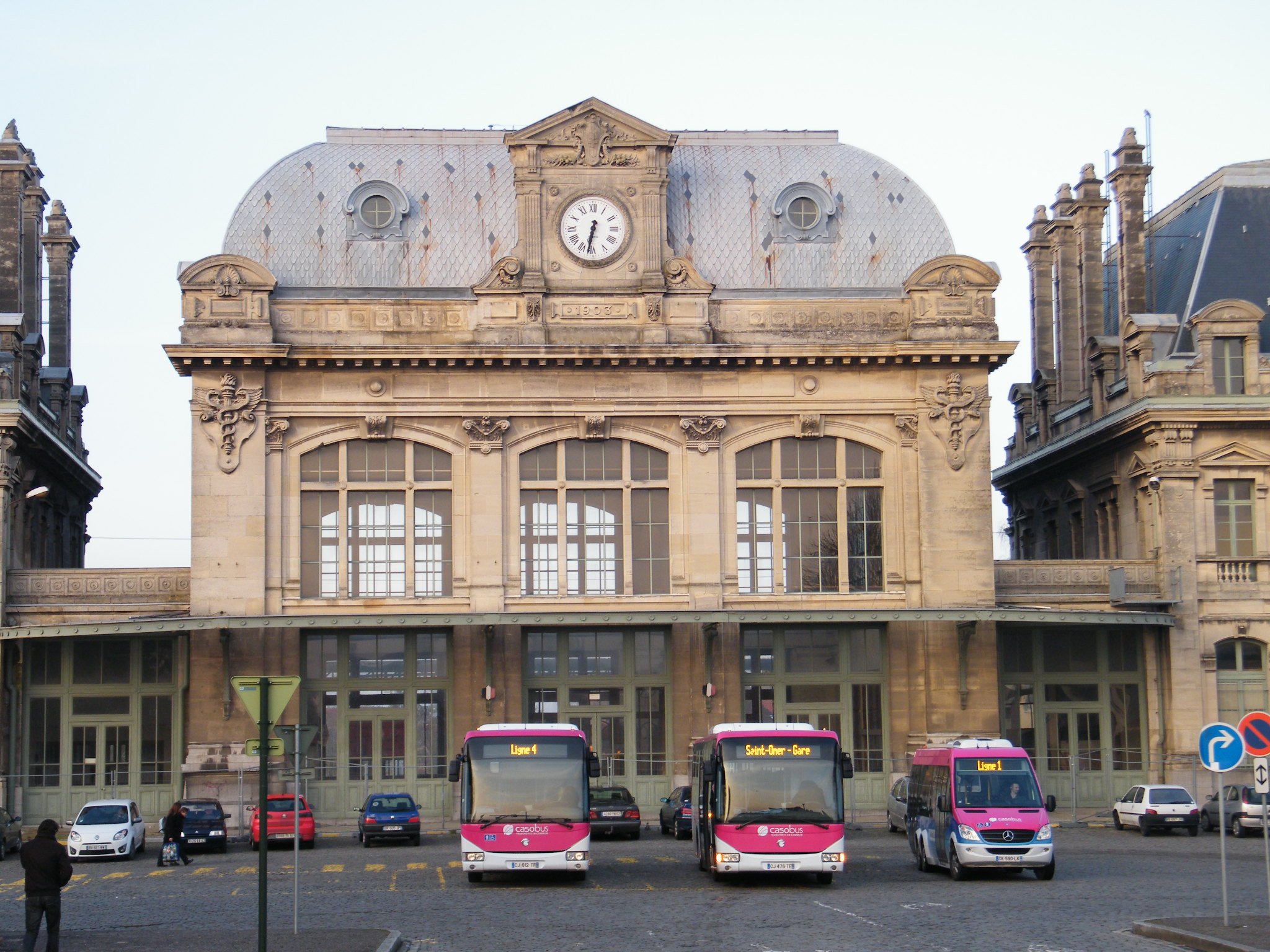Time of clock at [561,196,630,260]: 6:32
